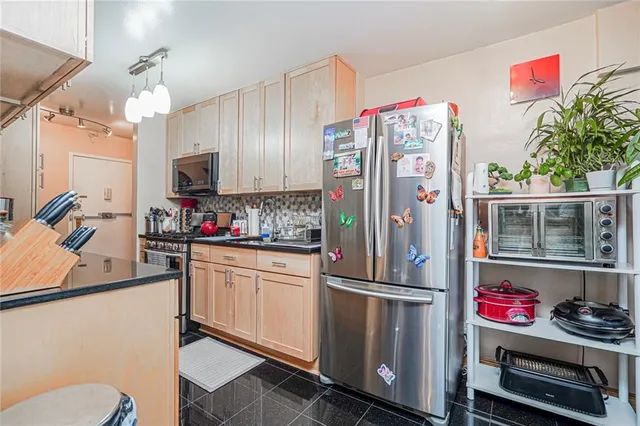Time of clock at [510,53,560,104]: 3:58
